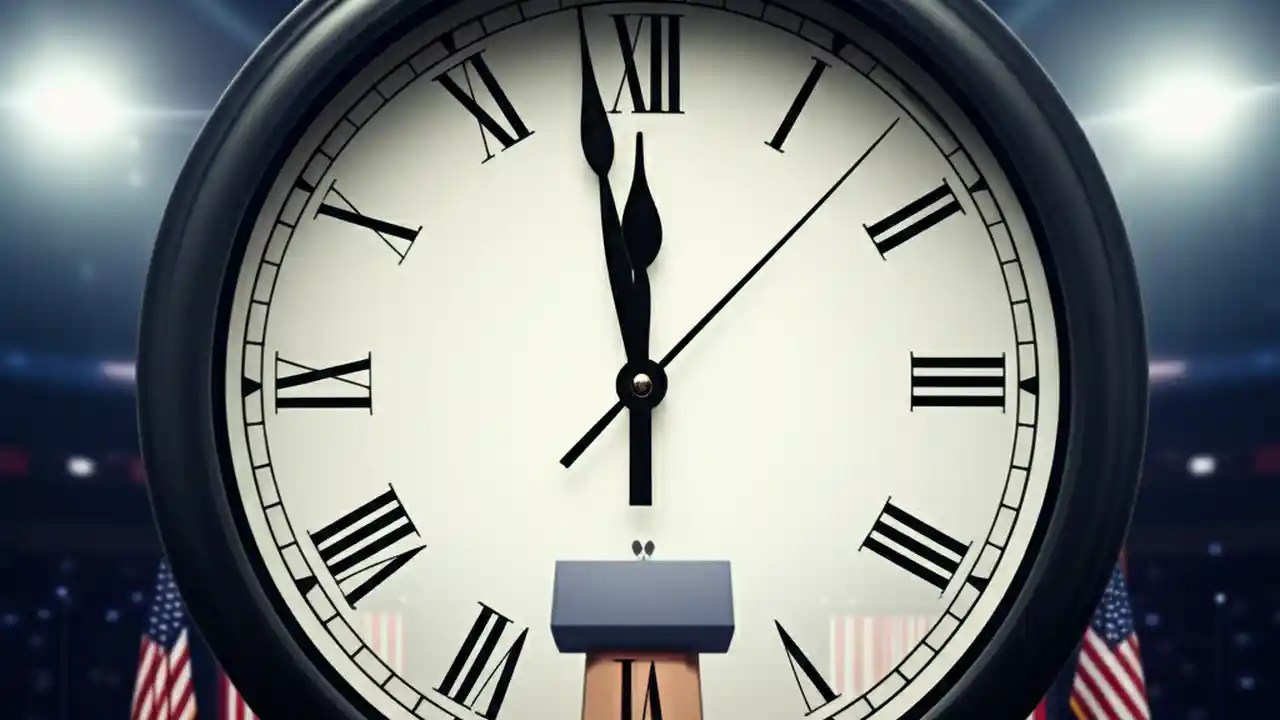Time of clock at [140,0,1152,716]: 11:58
